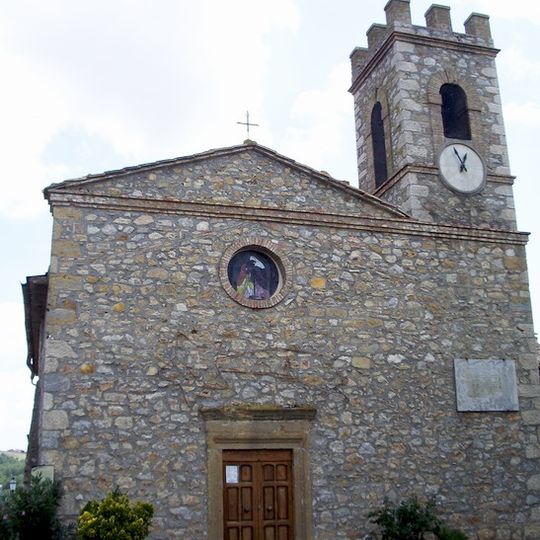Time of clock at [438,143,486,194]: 12:55
